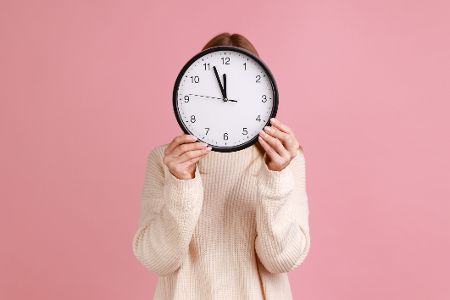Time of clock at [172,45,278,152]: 11:56
